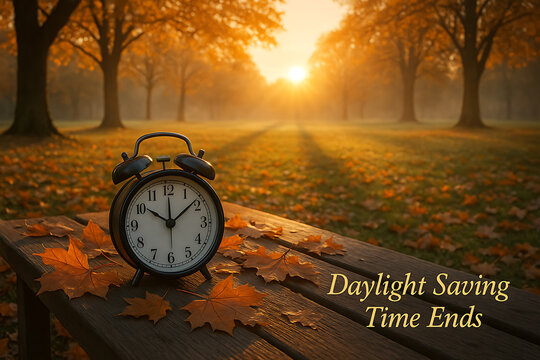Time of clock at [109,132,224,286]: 10:08
